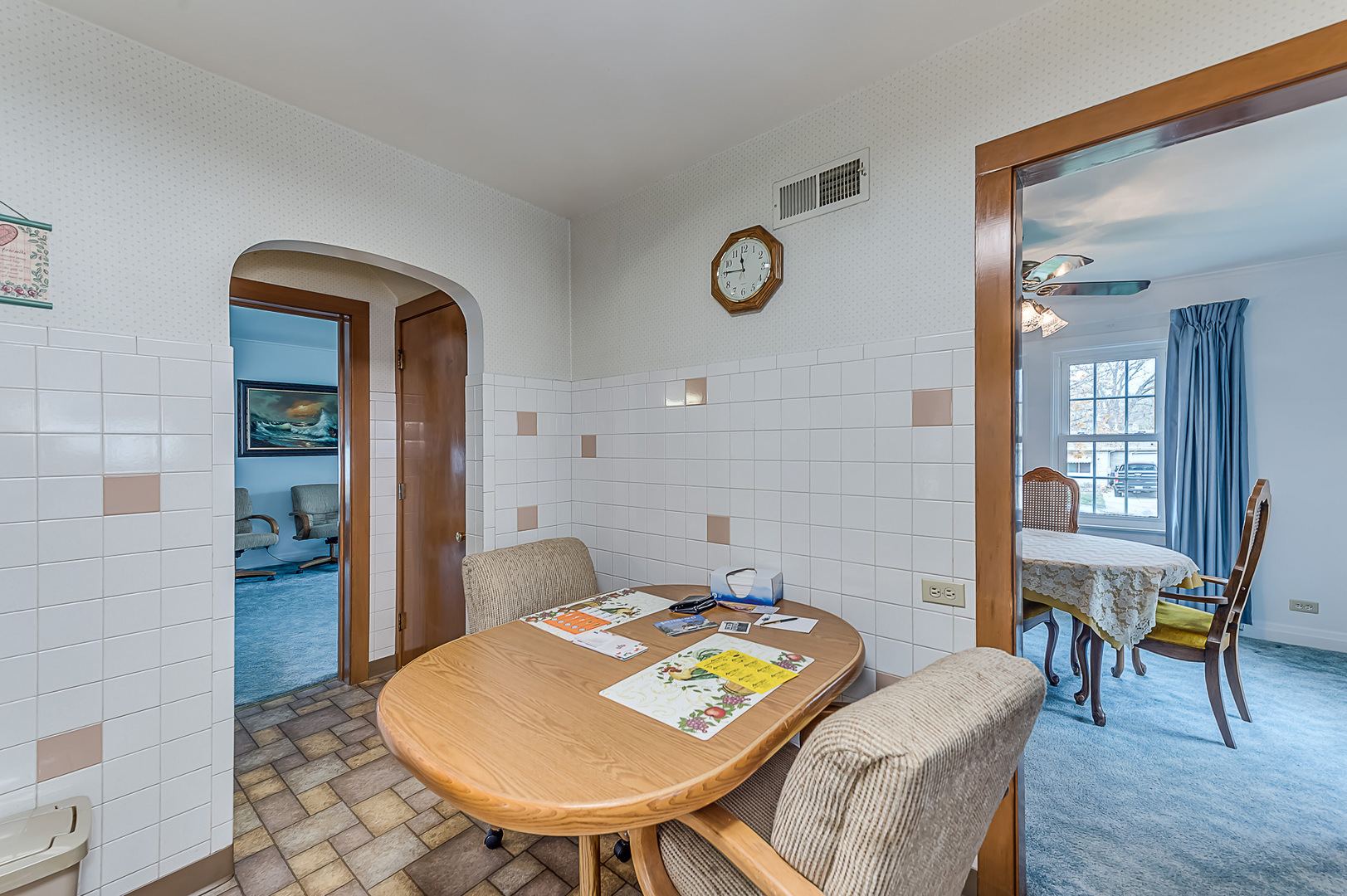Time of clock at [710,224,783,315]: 11:45
